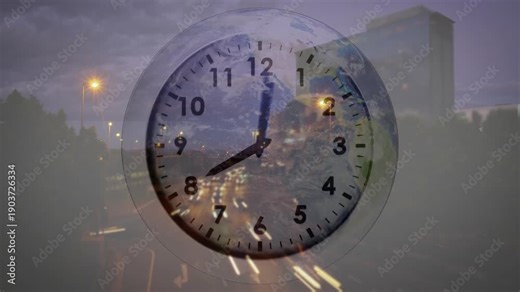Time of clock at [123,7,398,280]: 8:01
